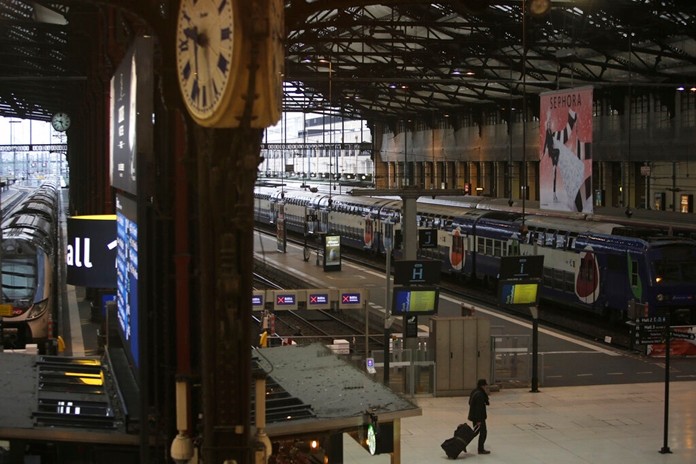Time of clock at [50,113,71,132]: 9:27
